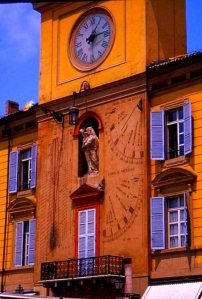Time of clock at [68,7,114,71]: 1:13
